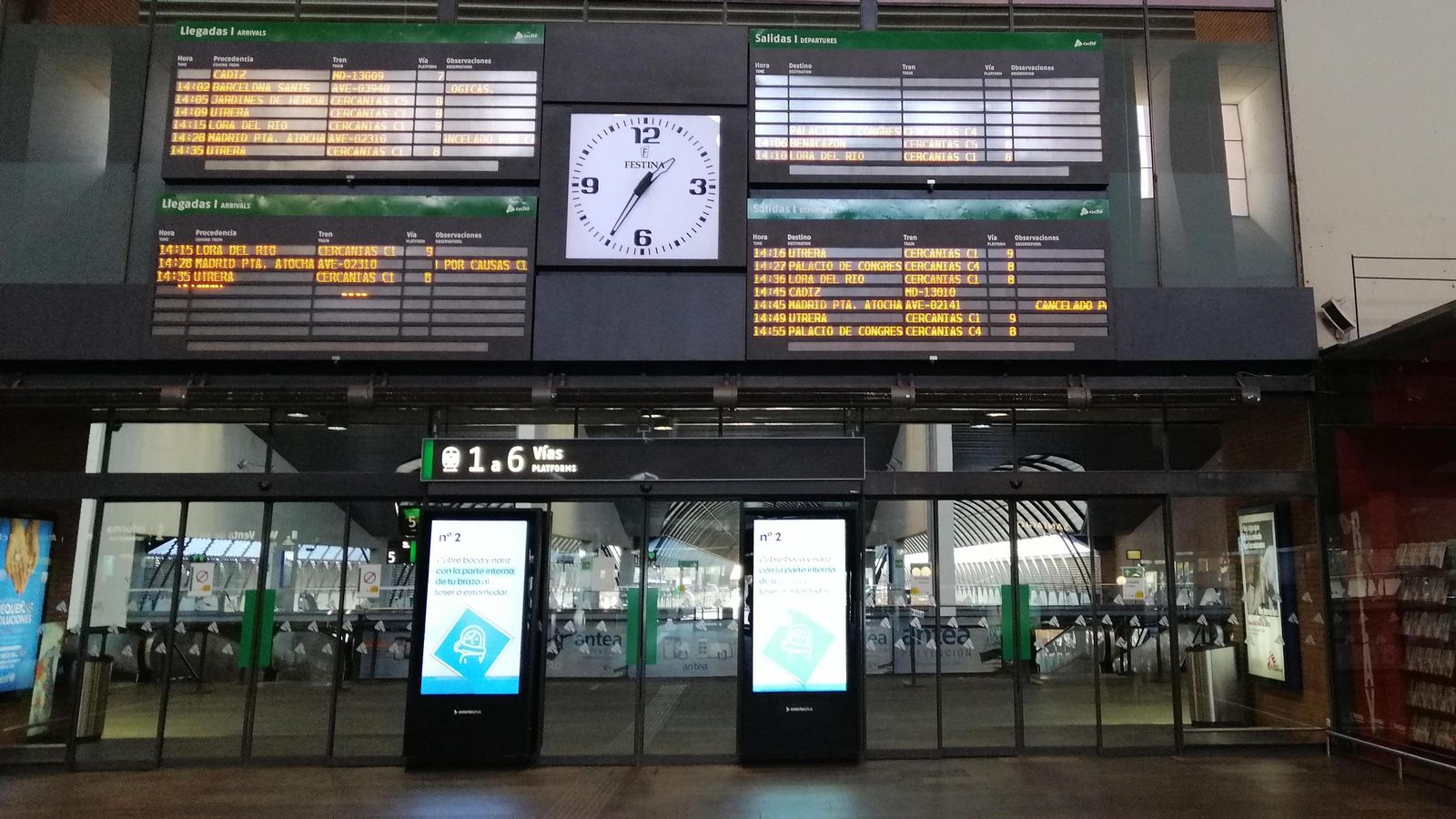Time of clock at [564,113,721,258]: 1:34
